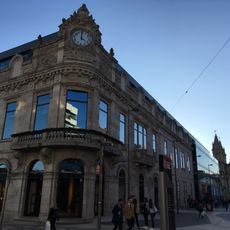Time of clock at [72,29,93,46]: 4:00
